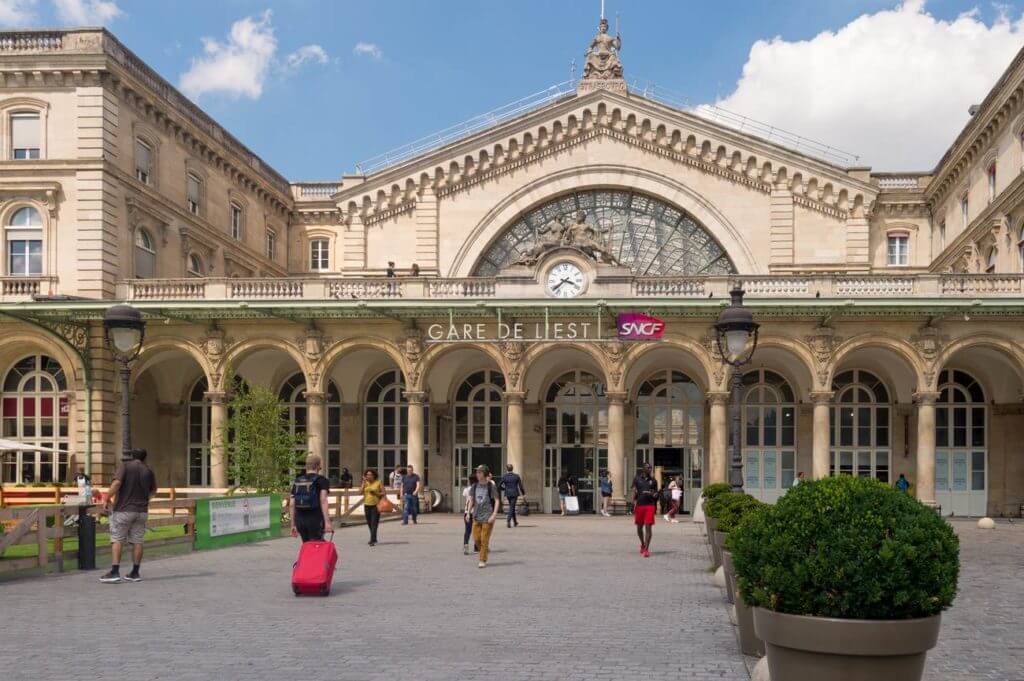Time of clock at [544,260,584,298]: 3:37
